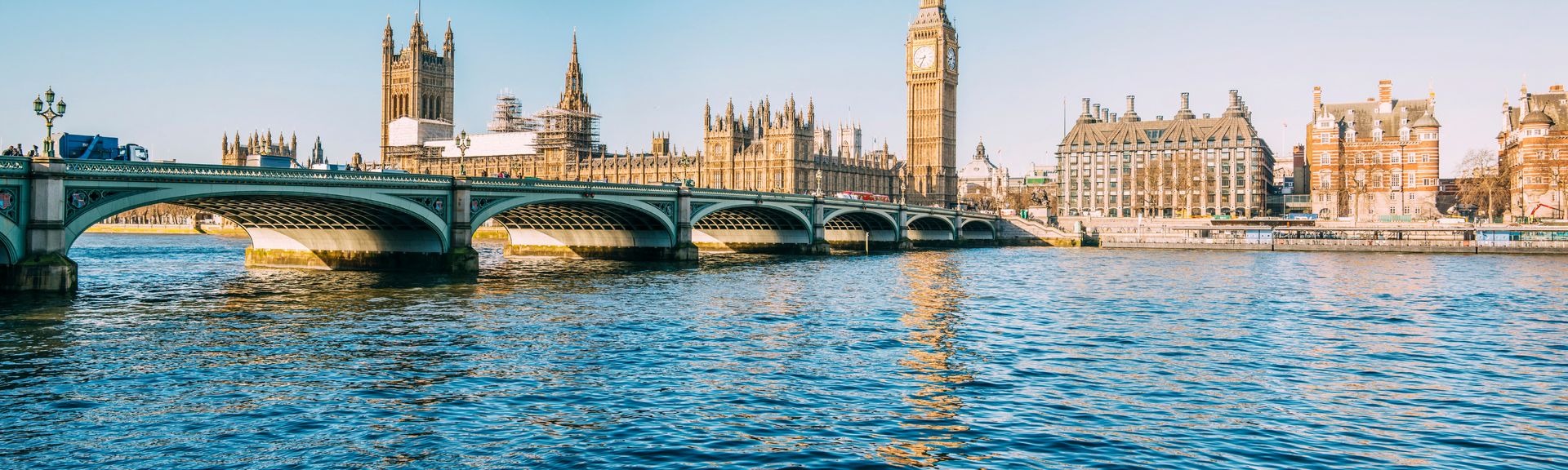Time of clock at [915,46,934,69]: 8:34
